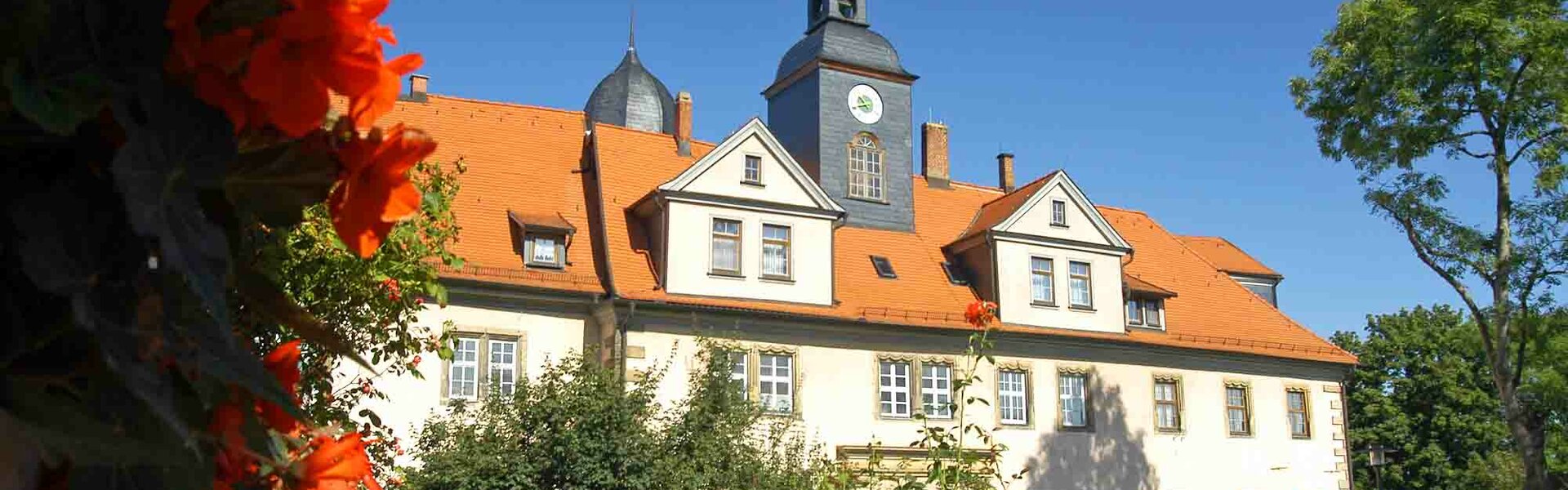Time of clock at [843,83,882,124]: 10:41
